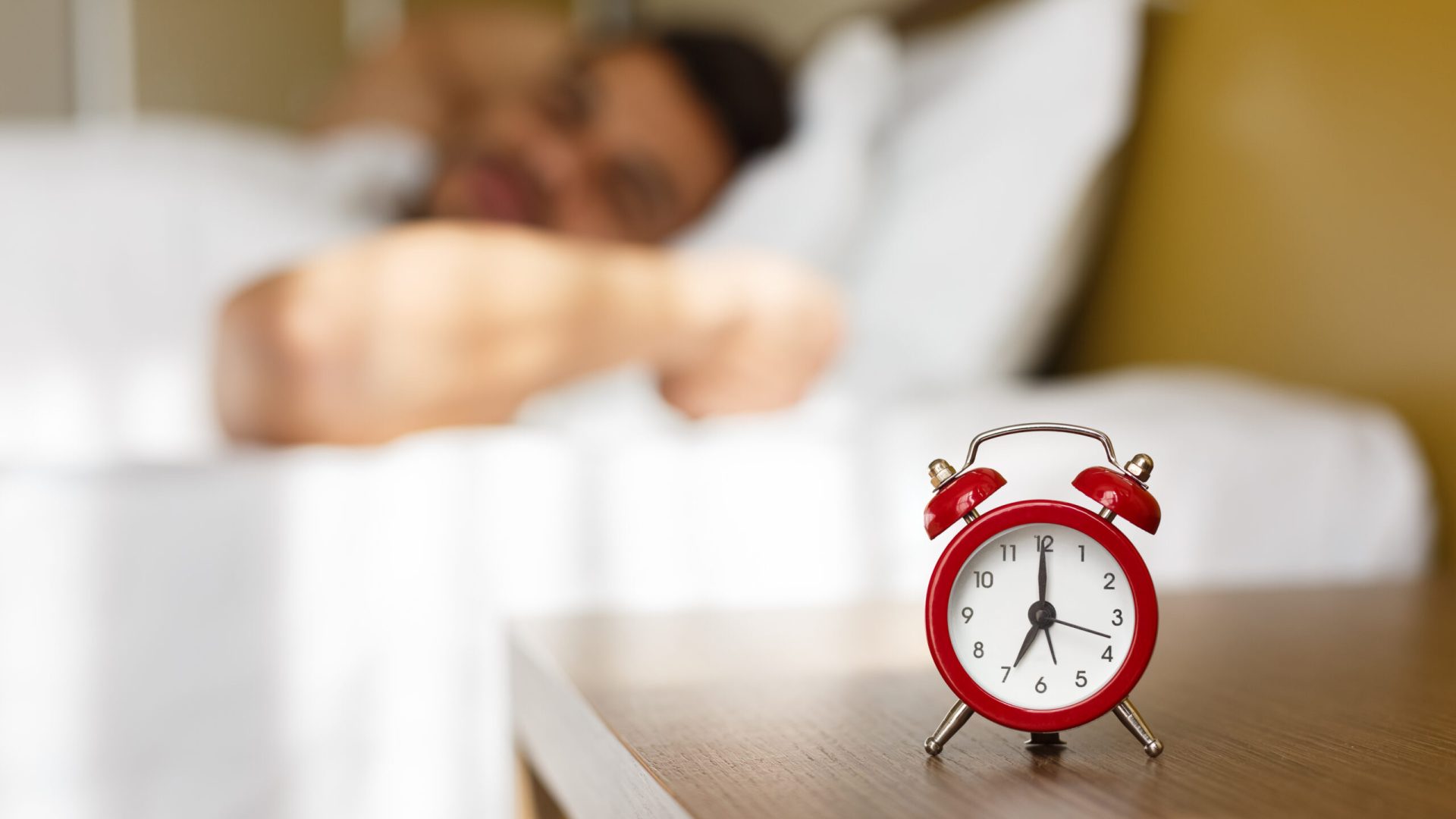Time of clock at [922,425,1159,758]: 7:00
